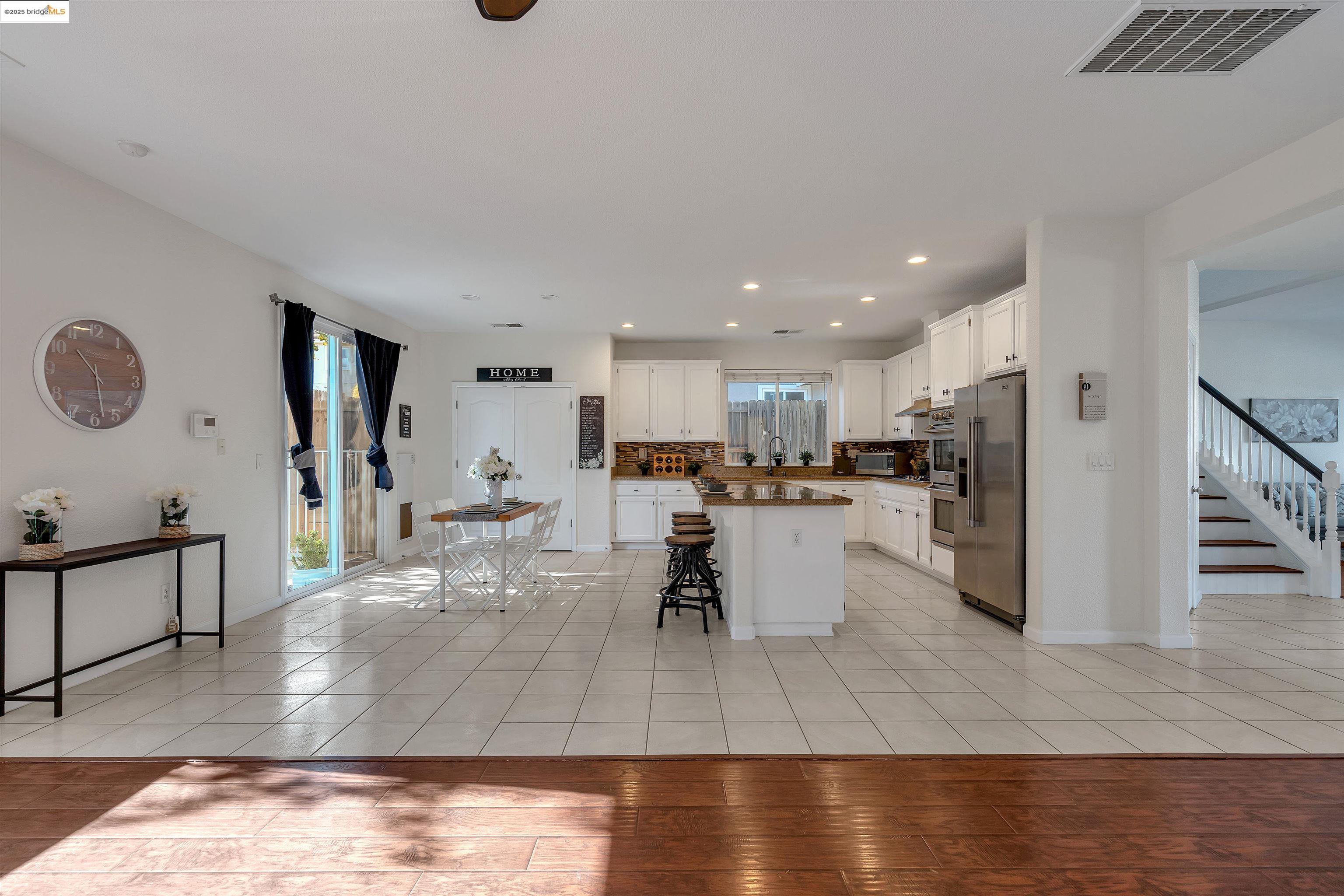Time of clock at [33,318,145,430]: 10:28
